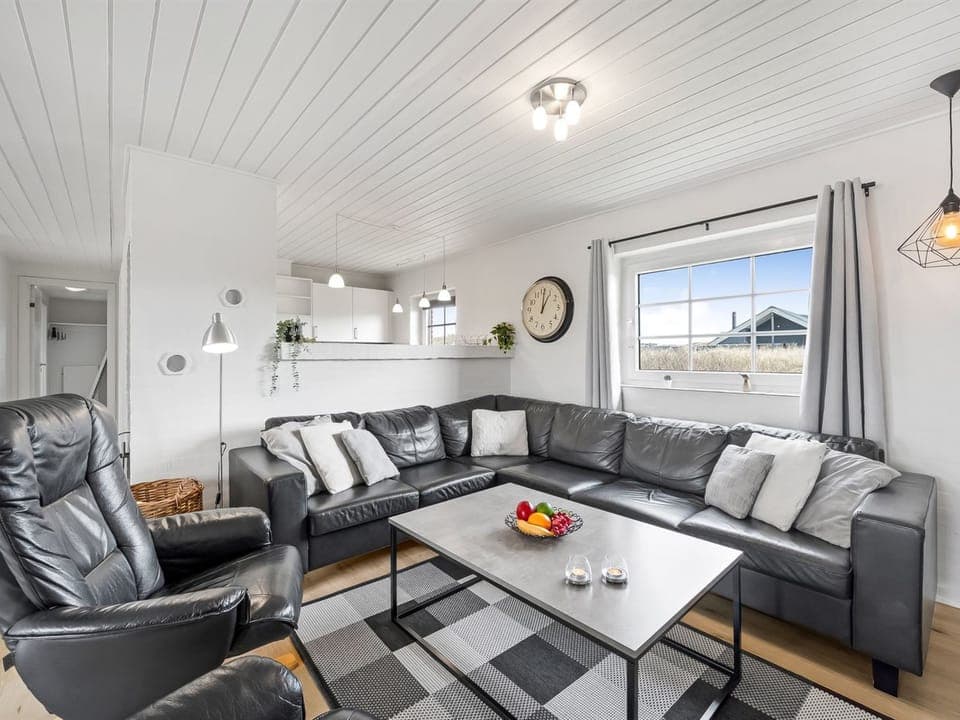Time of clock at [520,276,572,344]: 1:01
